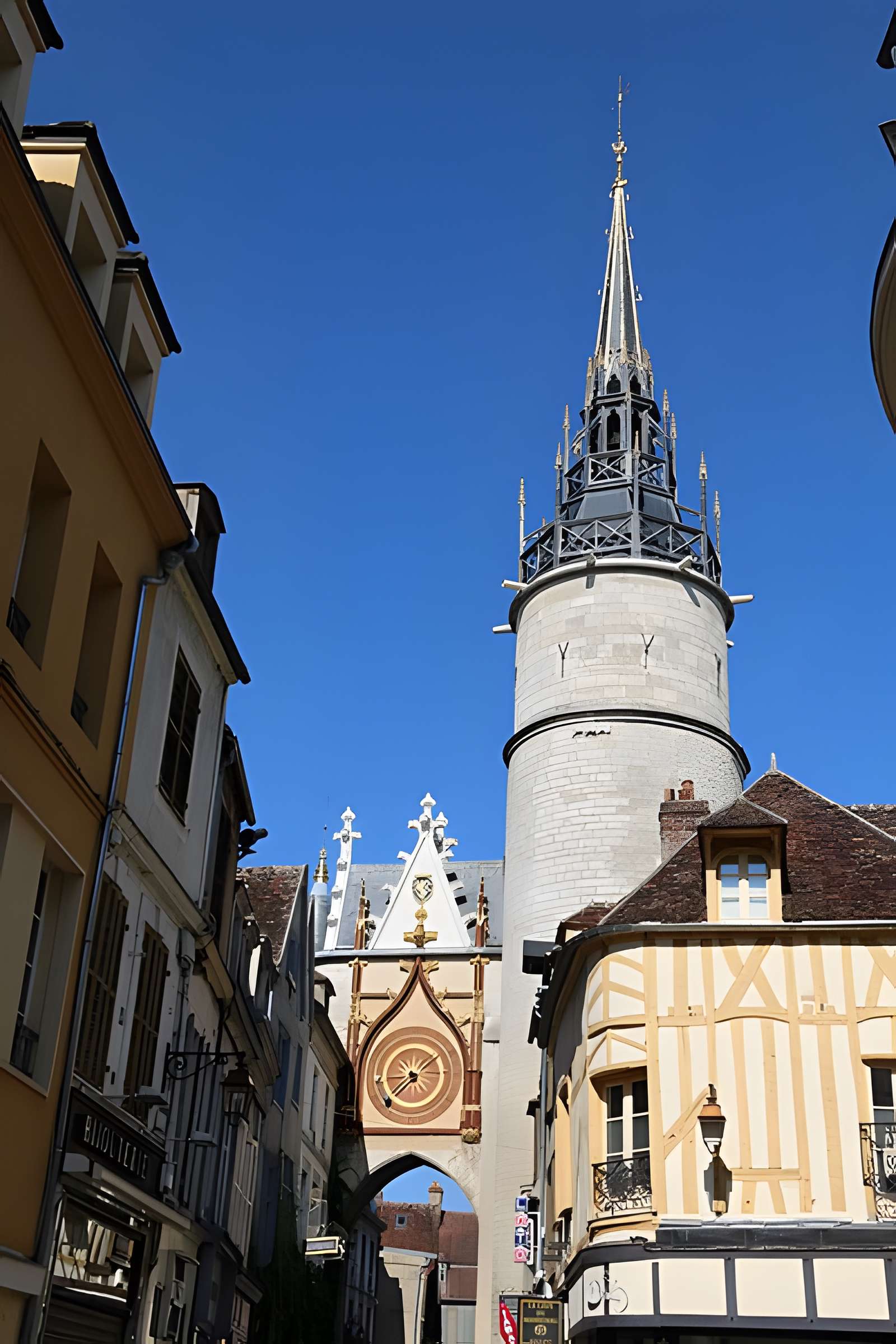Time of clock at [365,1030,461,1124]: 1:37
